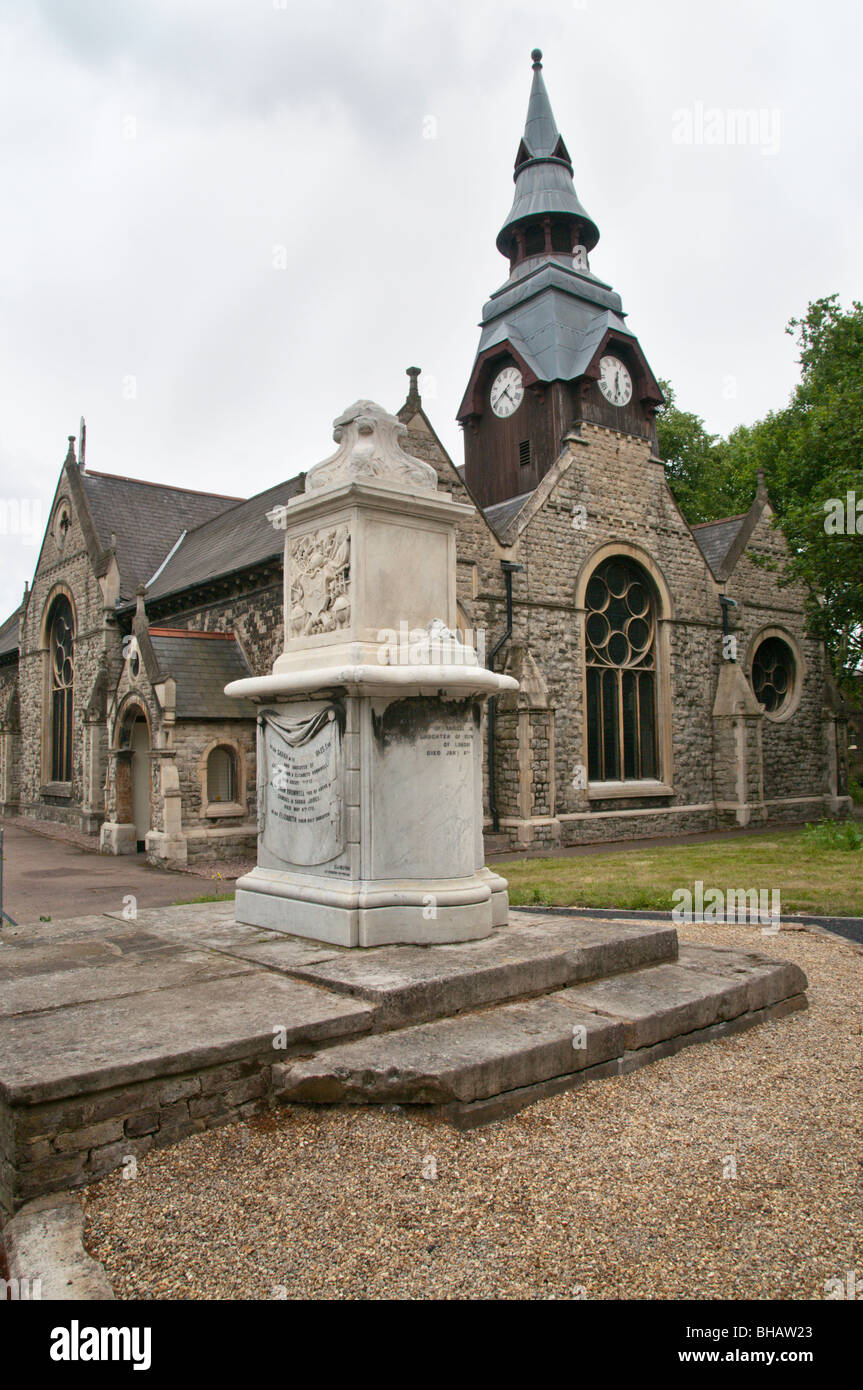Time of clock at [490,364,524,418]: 4:40
